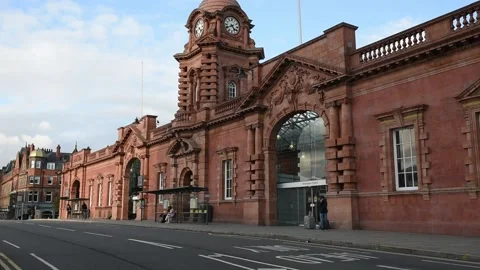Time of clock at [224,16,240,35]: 4:40
